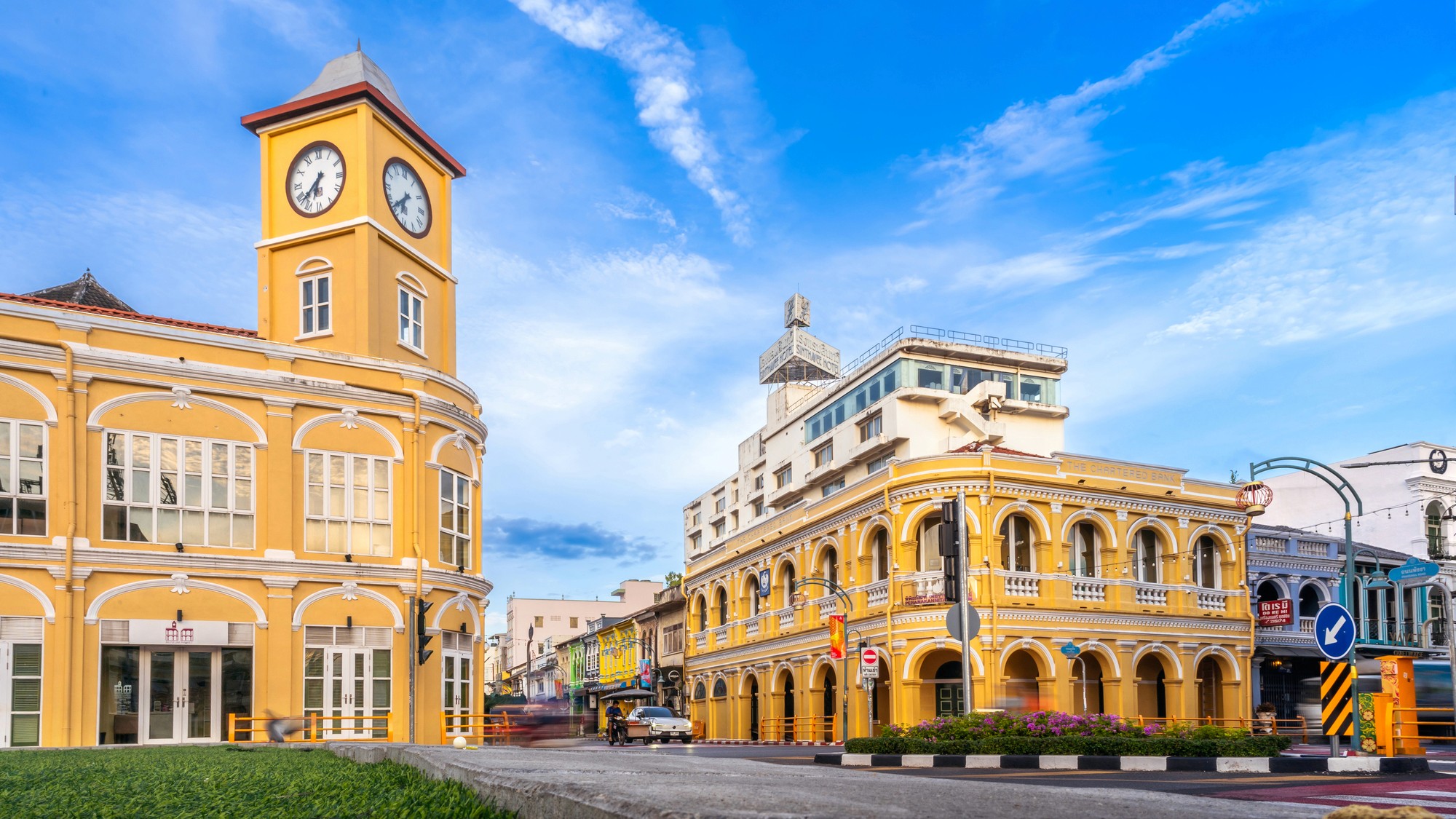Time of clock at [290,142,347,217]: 6:37
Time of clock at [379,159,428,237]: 6:38
